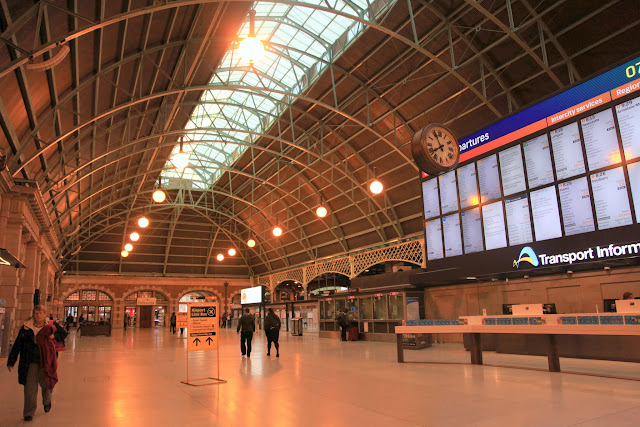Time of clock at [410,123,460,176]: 7:55
